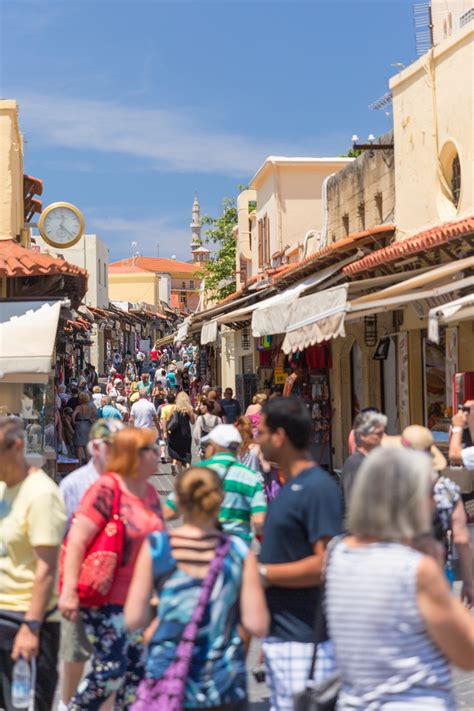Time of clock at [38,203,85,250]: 12:22
